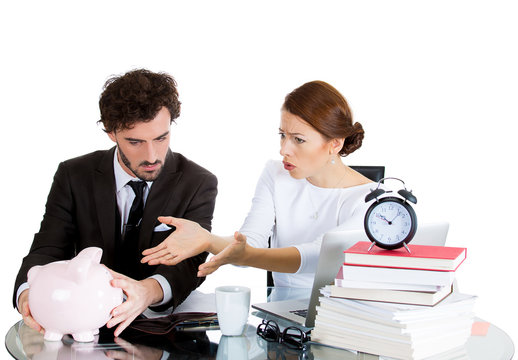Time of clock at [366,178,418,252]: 10:07
